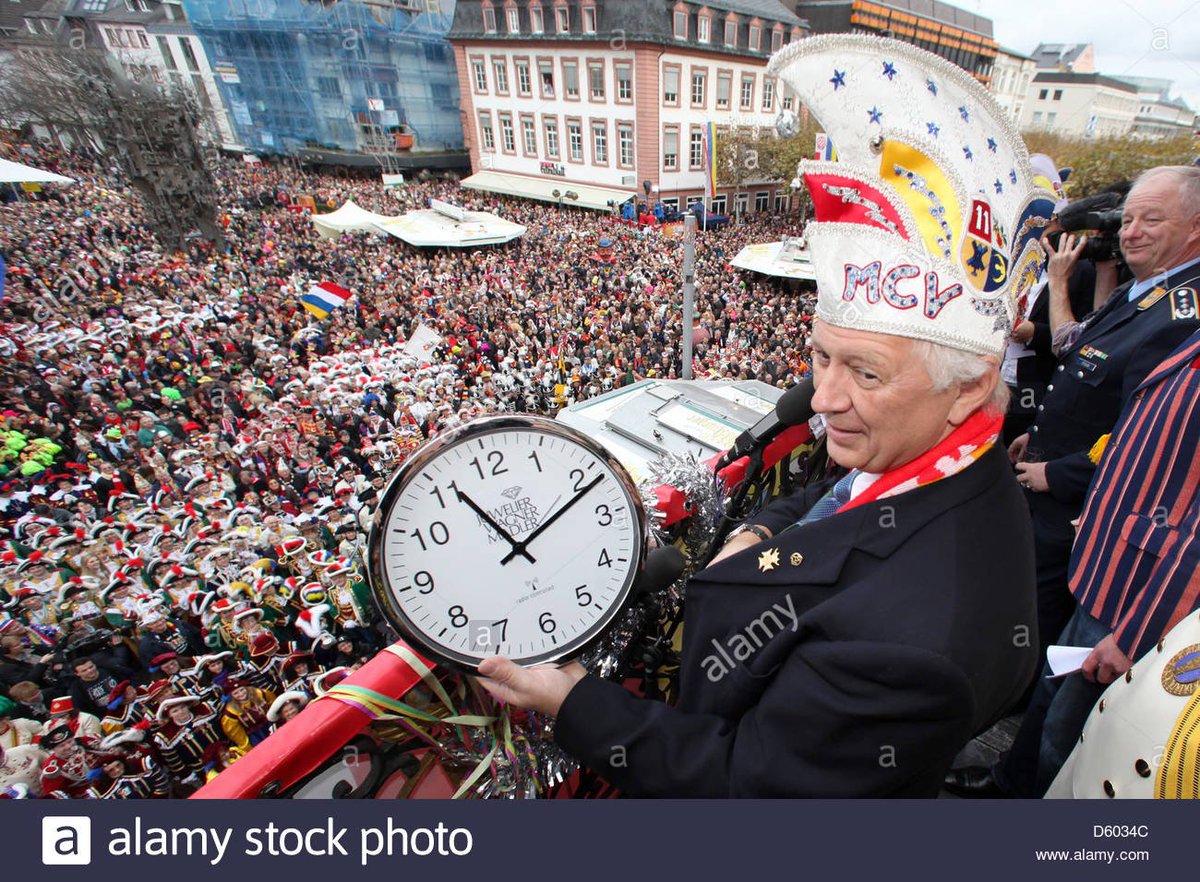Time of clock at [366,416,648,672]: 11:11
